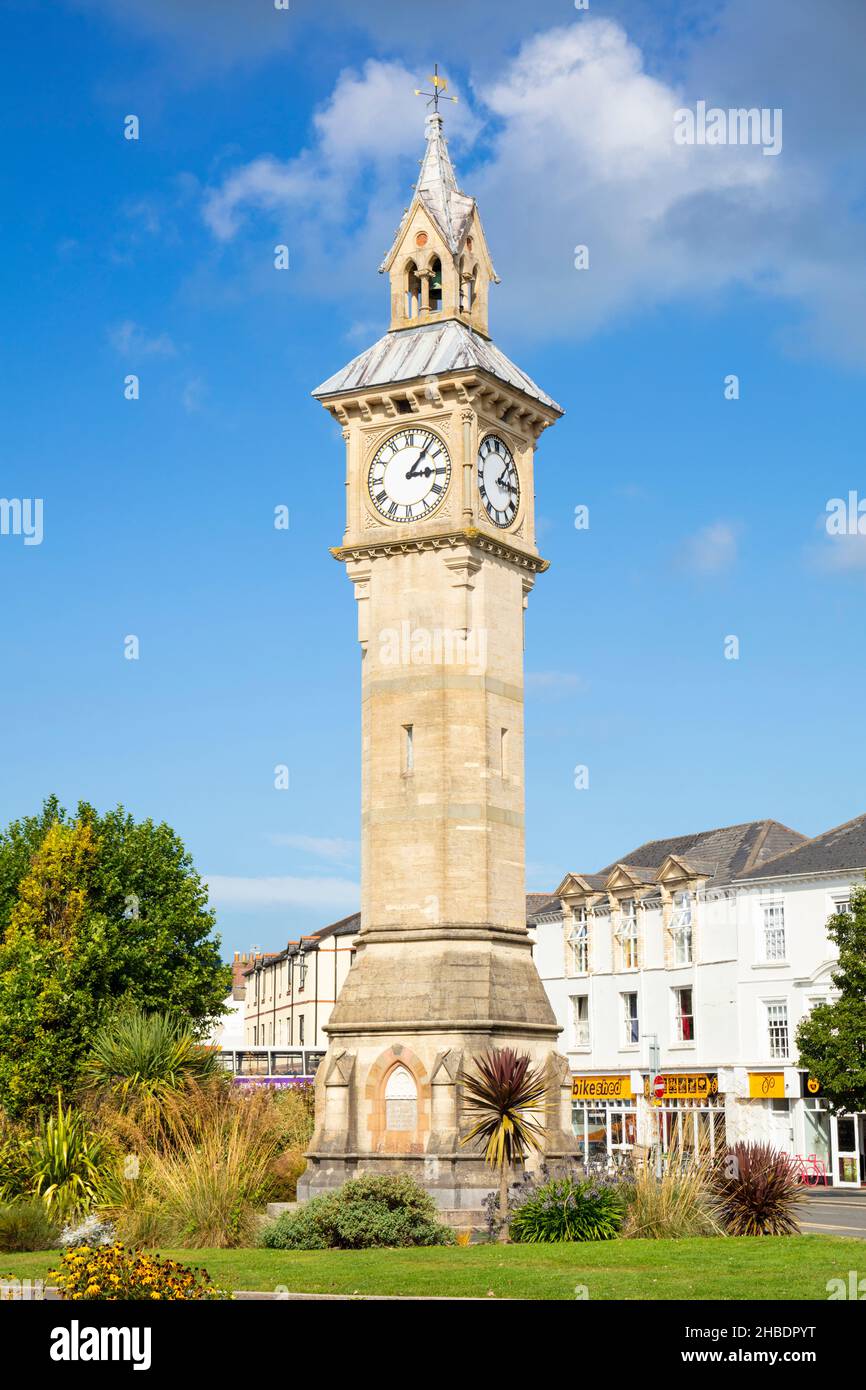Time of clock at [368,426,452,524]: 3:06
